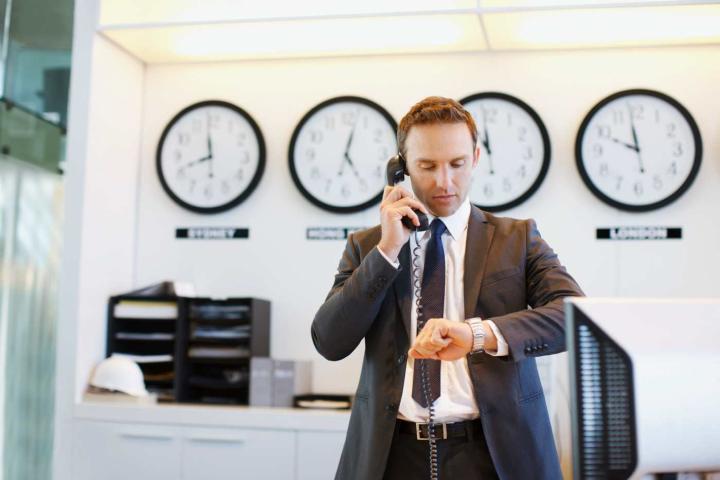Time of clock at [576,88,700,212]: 11:48
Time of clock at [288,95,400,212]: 12:24
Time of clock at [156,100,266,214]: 11:41
